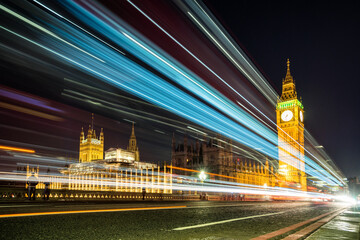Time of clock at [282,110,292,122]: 7:32
